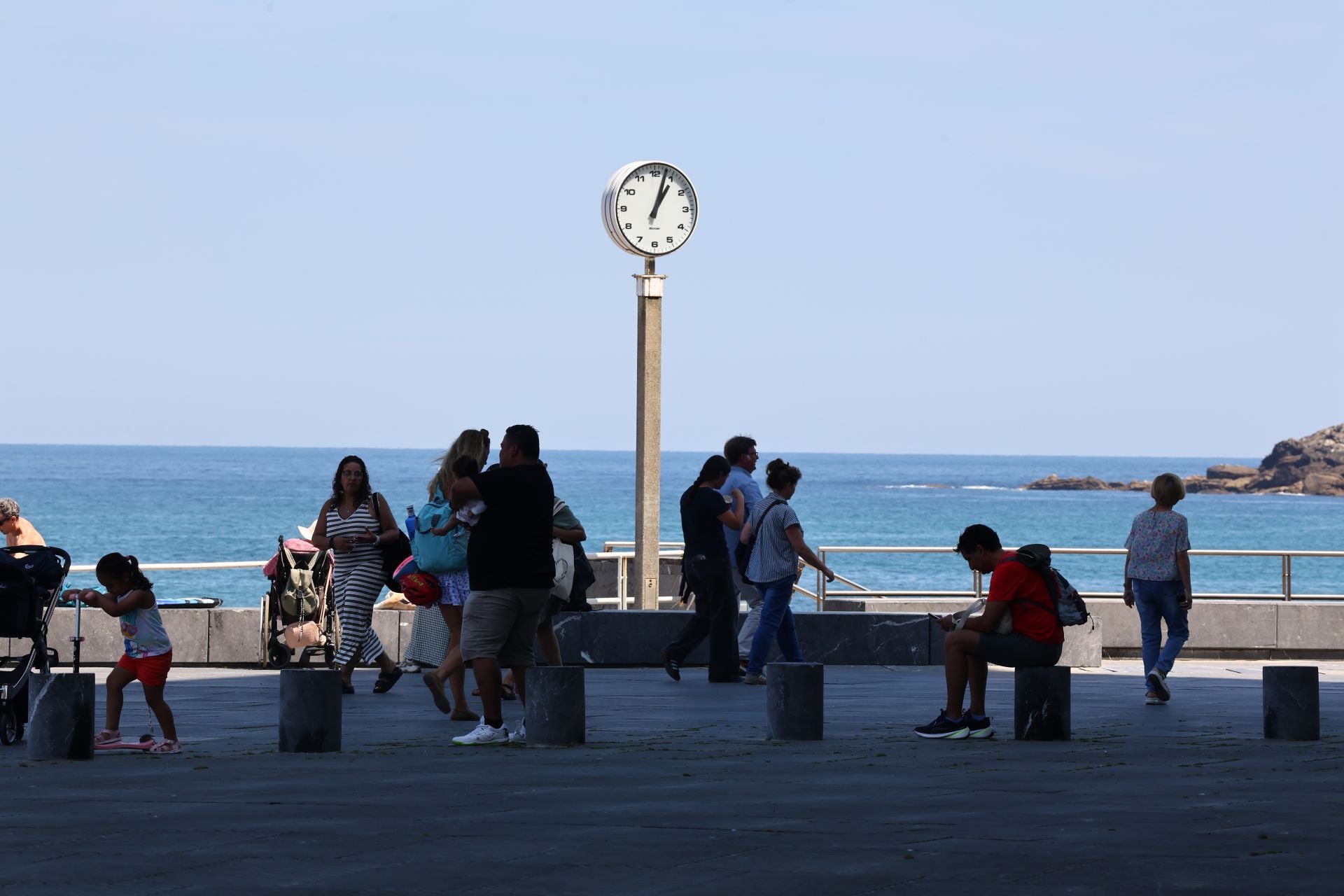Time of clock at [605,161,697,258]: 1:03
